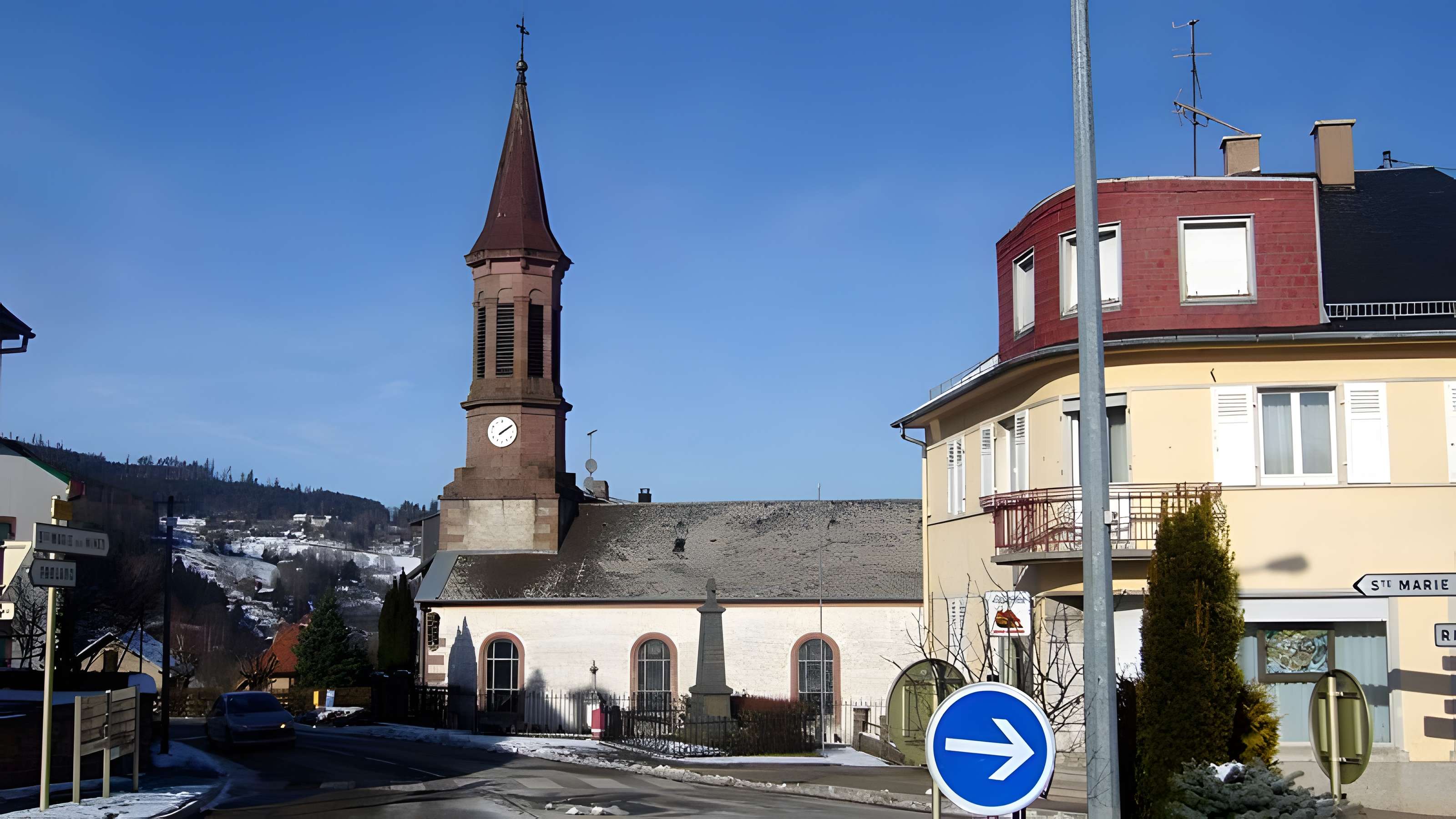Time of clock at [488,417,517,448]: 2:09
